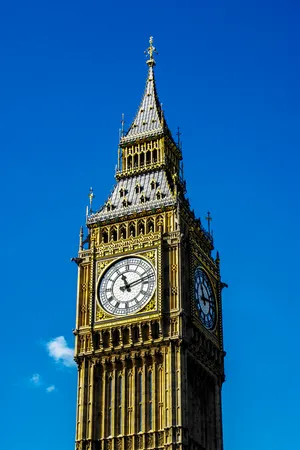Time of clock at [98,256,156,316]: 11:12
